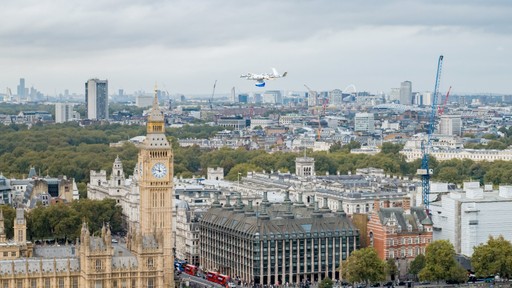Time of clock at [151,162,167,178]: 11:47
